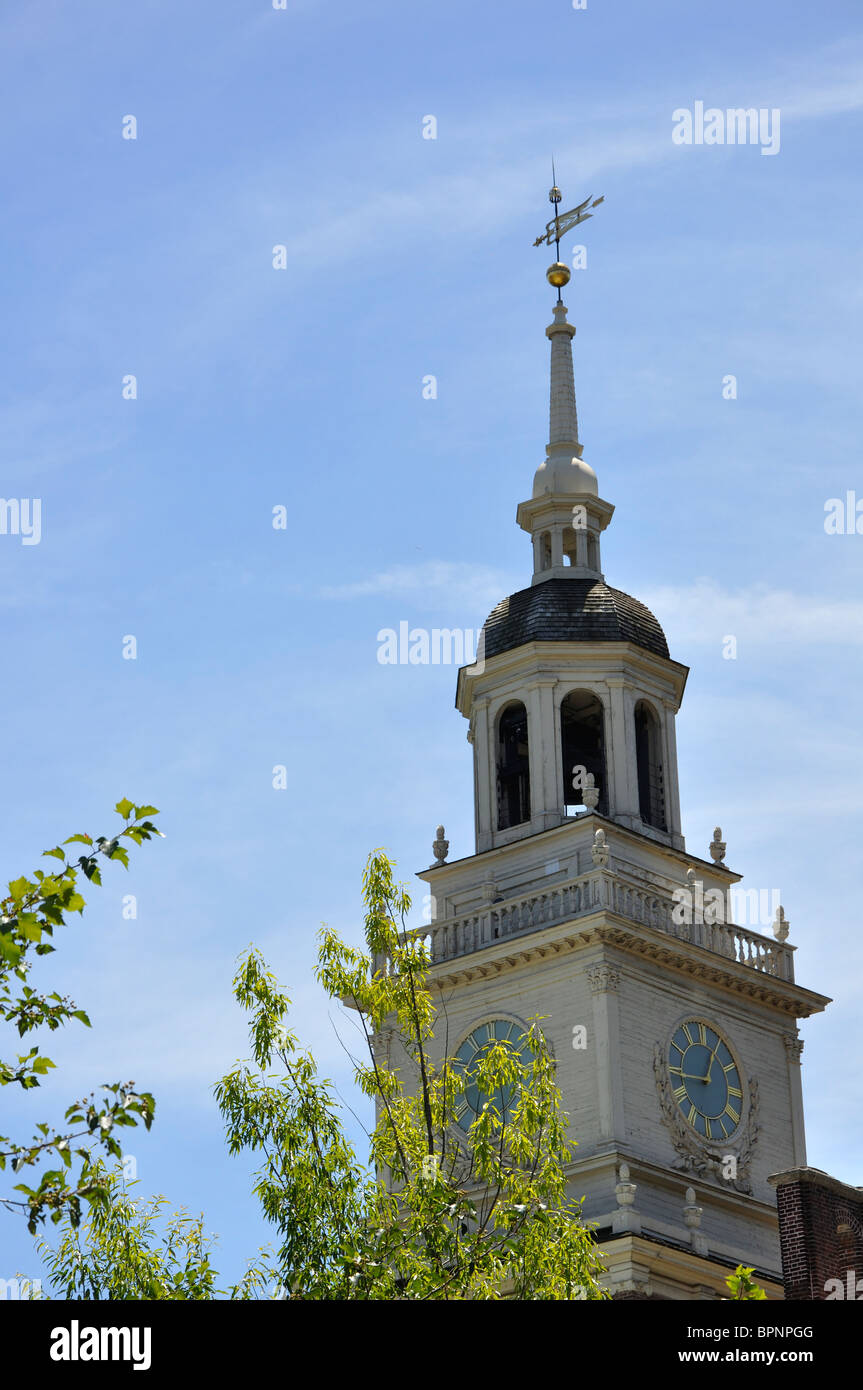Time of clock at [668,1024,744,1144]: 12:44
